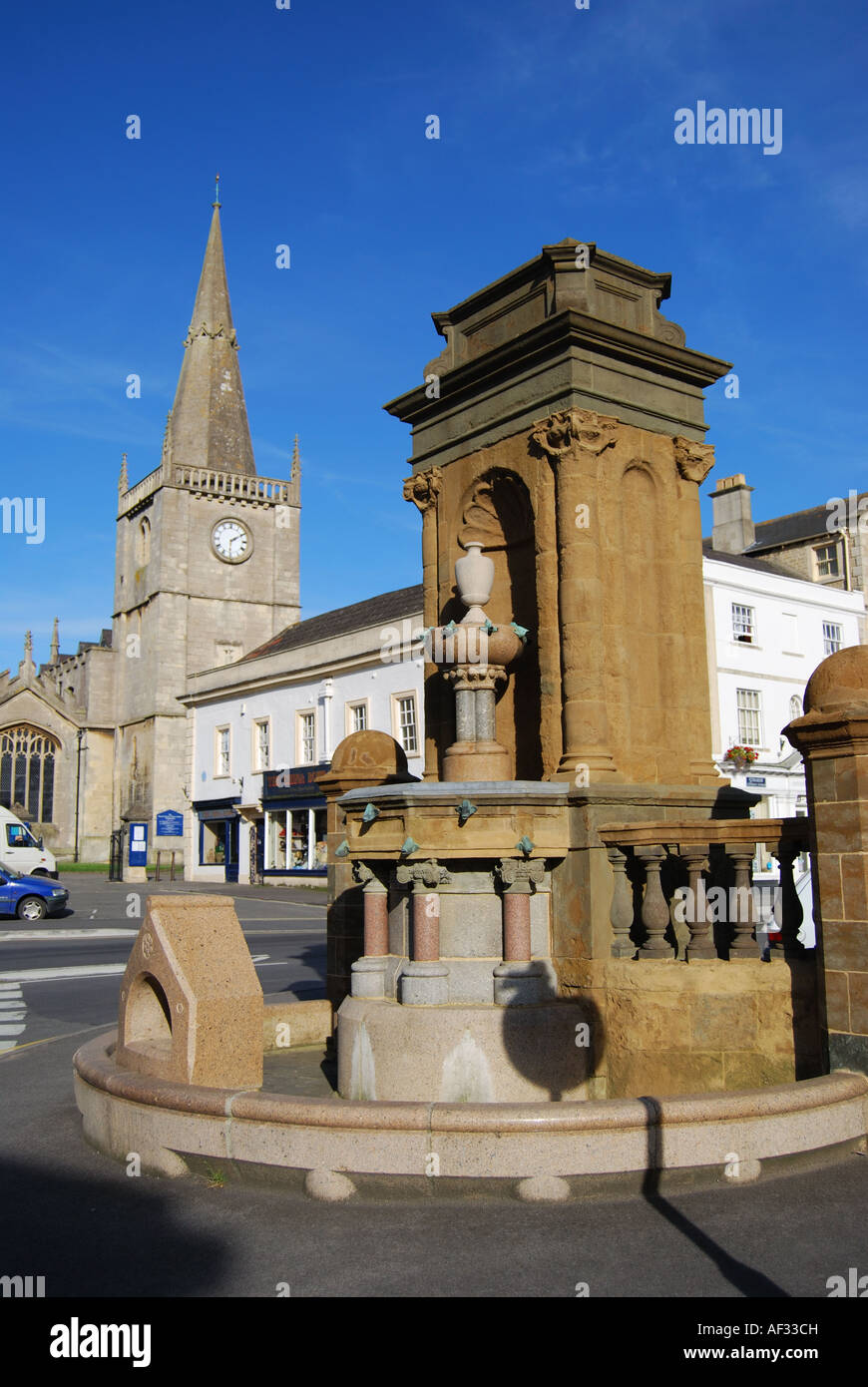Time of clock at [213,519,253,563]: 2:09
